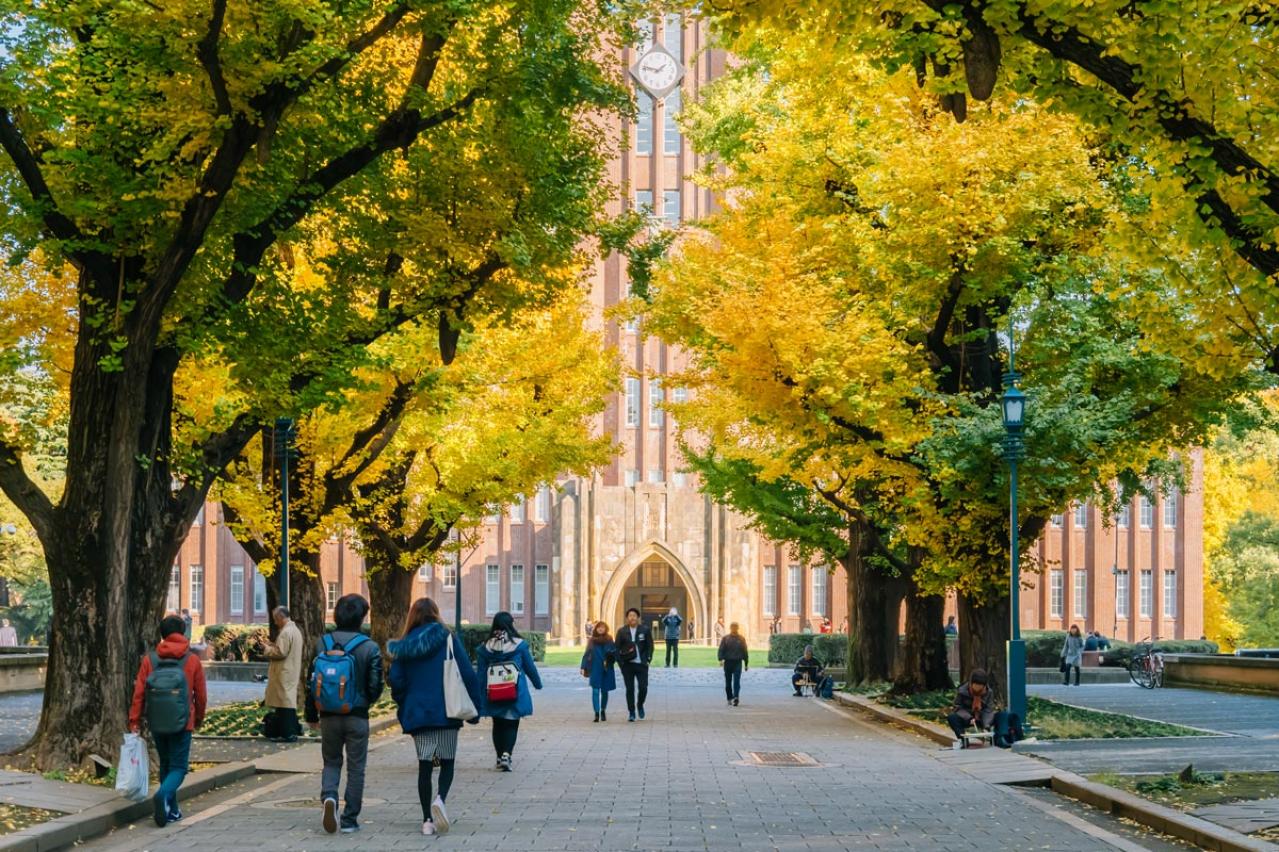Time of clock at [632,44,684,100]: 1:46
